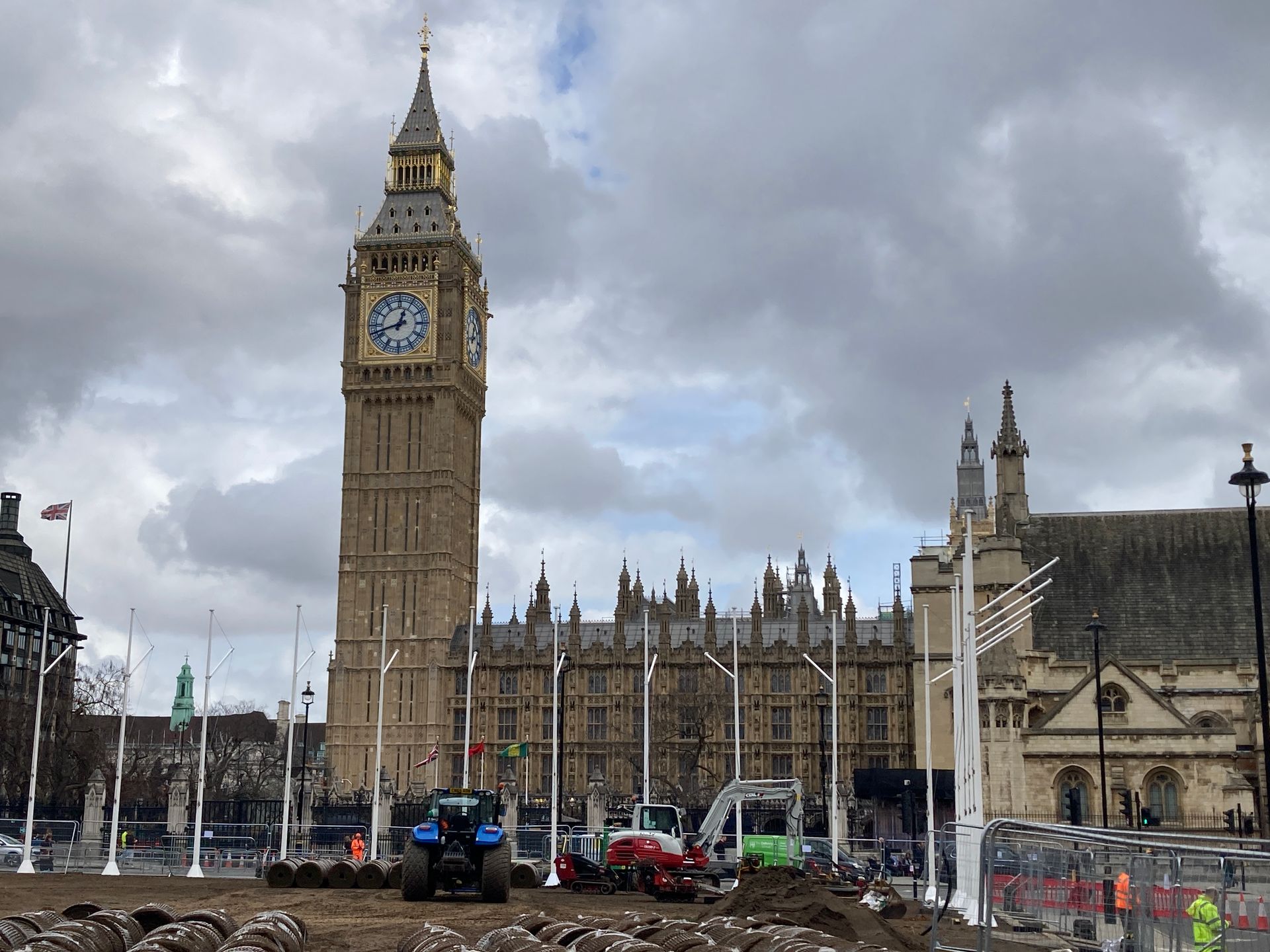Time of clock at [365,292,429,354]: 12:42
